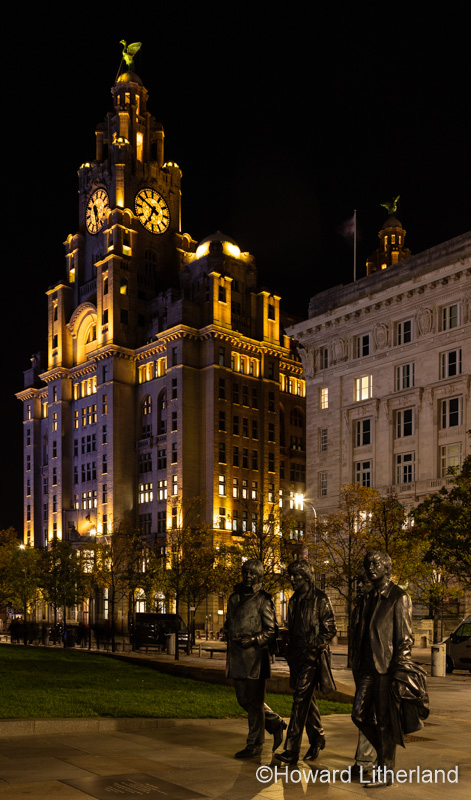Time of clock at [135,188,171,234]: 6:50
